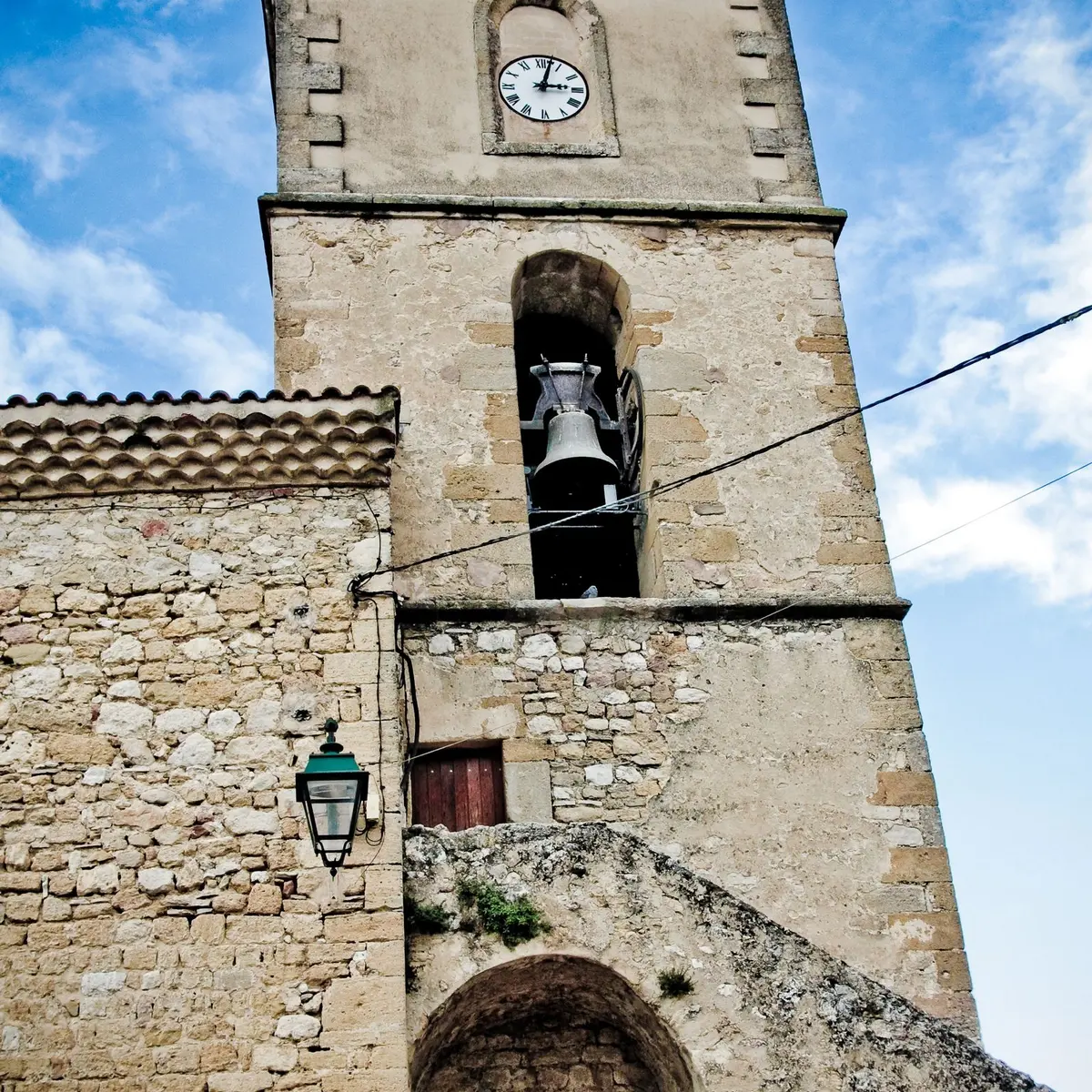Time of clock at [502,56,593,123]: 3:02
